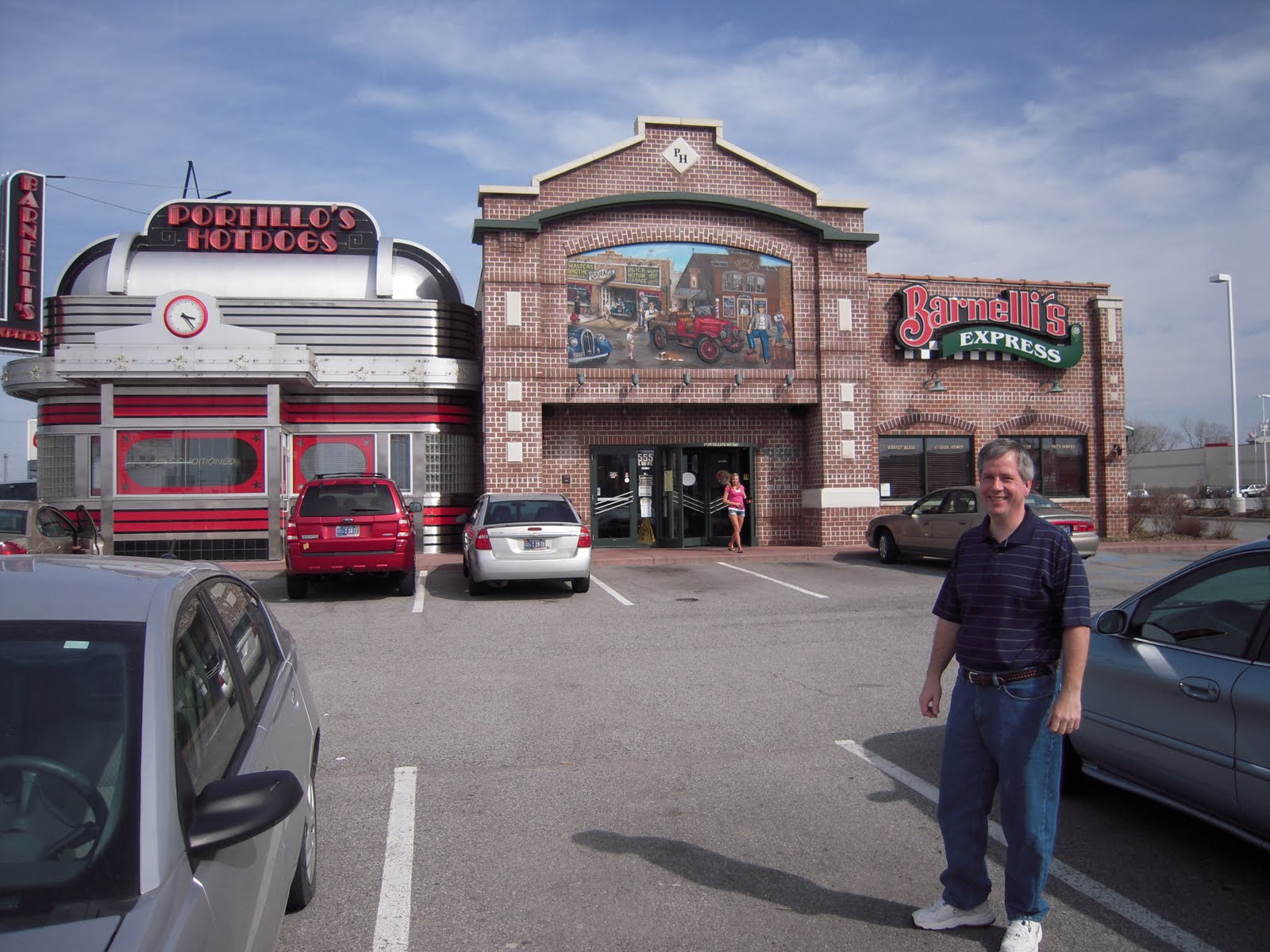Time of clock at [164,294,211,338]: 3:23
